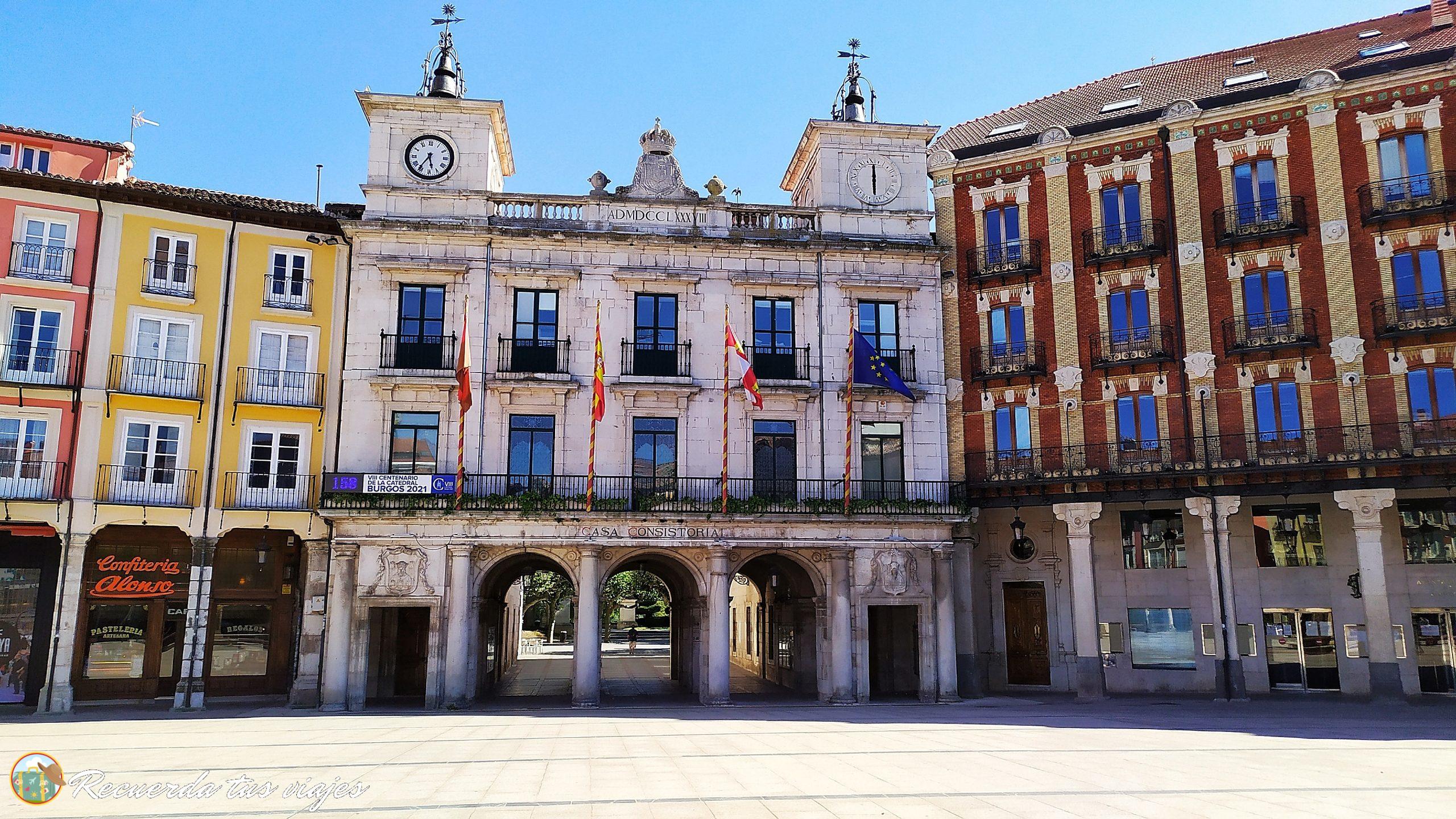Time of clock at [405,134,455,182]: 5:36
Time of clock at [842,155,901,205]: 6:00
